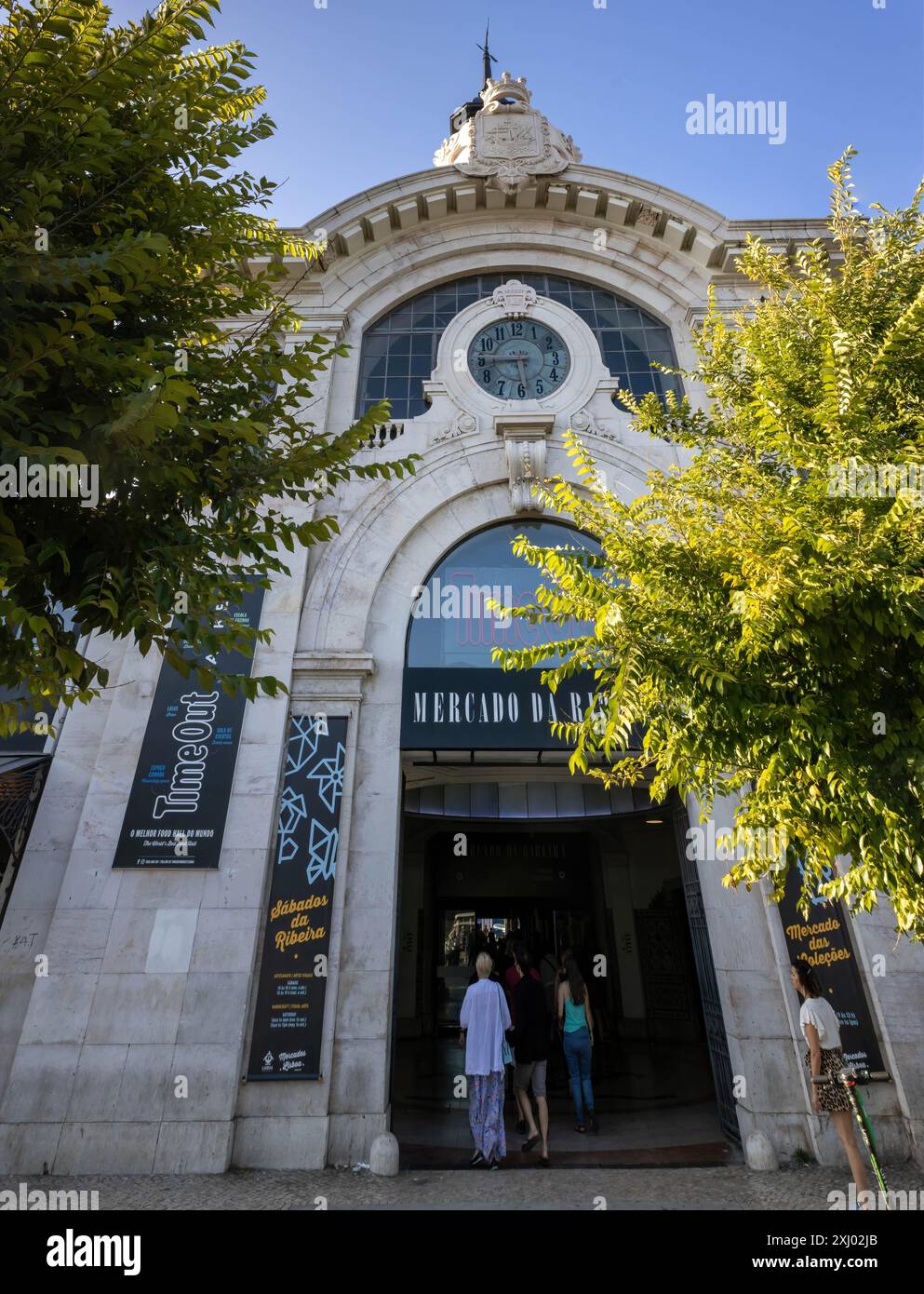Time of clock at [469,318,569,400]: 5:44
